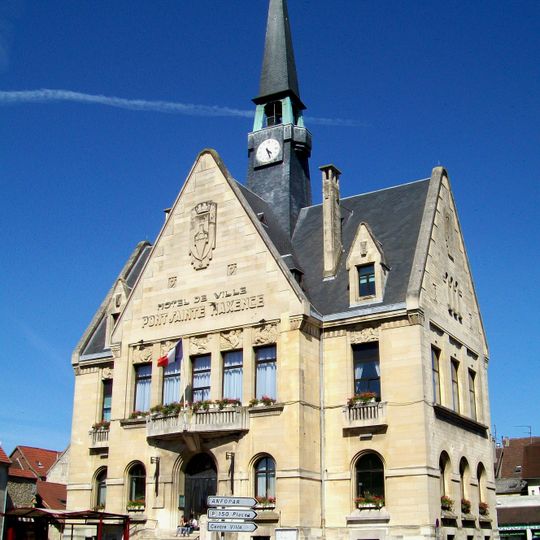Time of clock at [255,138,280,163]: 4:26
